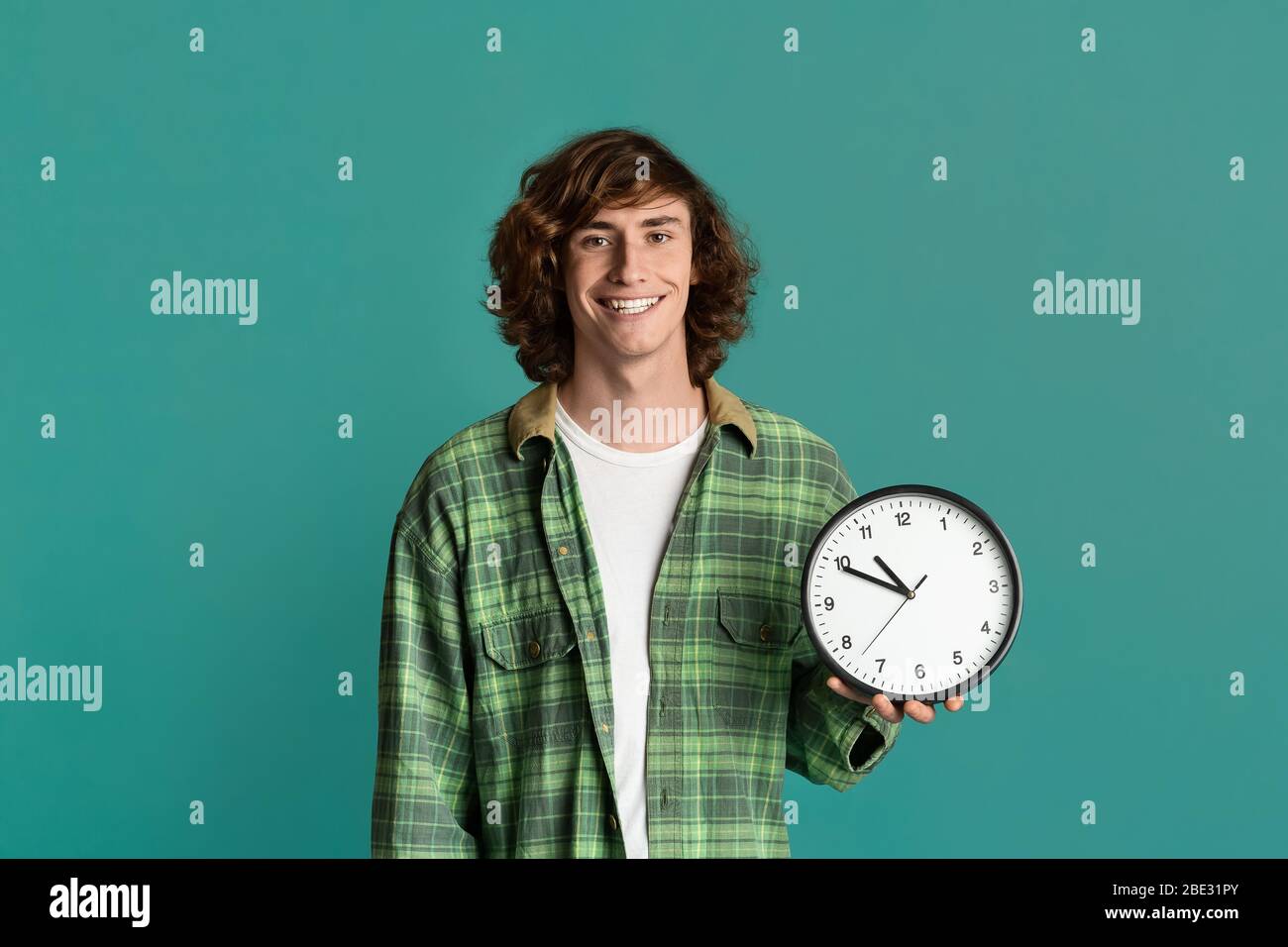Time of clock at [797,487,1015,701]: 10:49
